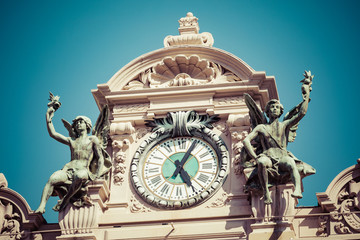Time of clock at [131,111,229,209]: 5:04
